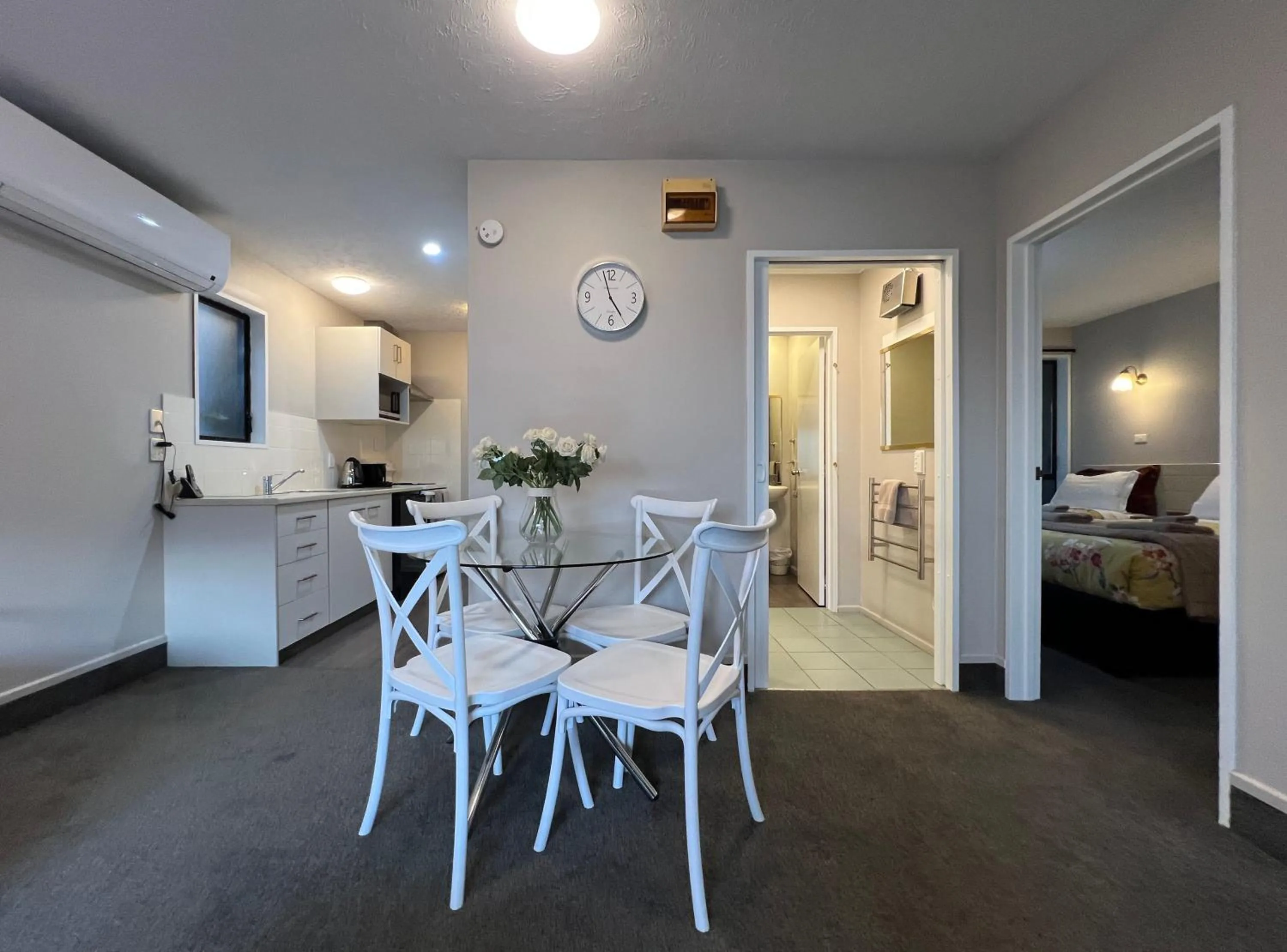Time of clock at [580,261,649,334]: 4:57
